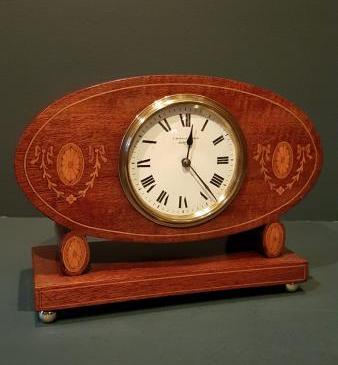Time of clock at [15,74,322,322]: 12:23
